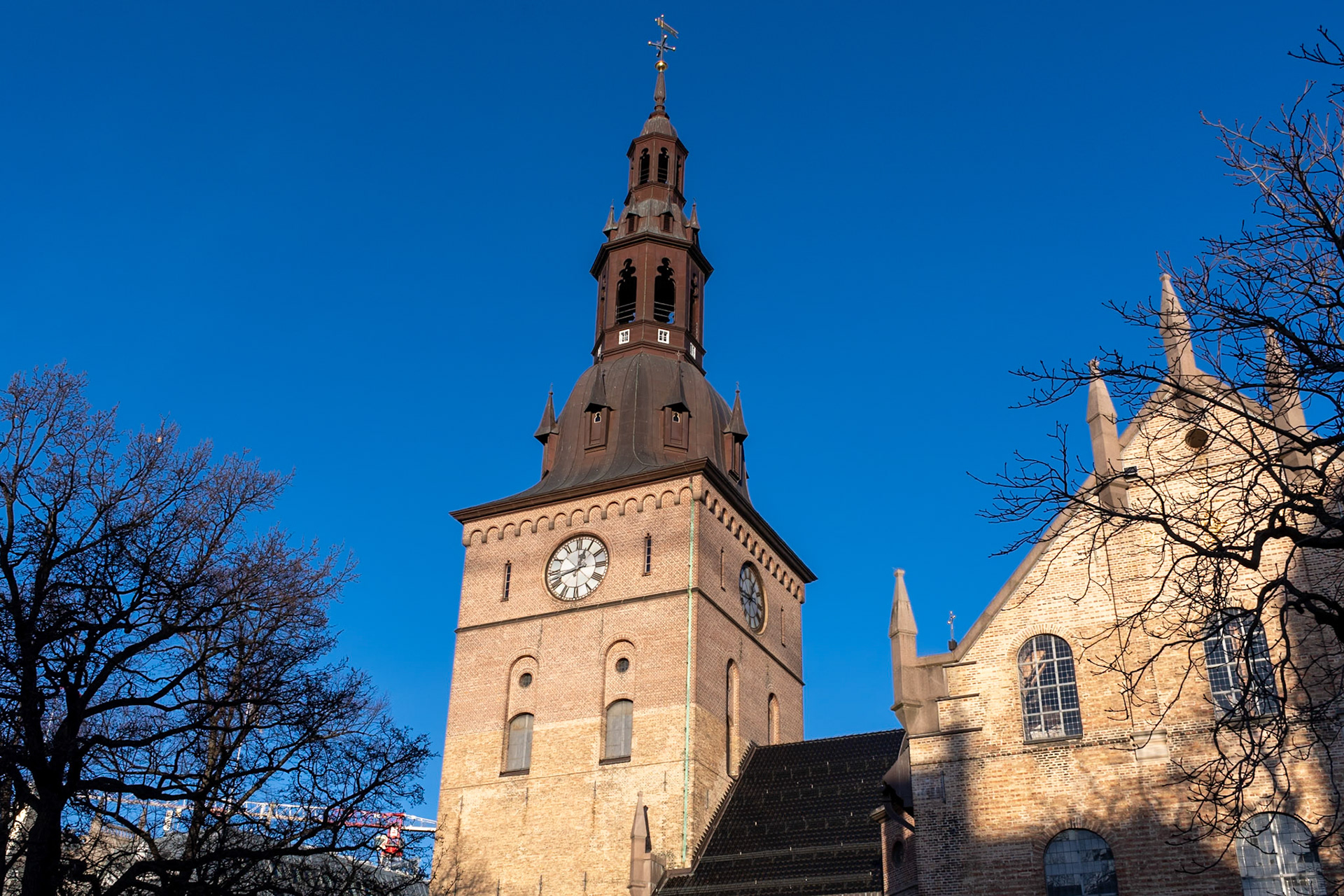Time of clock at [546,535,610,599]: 12:42
